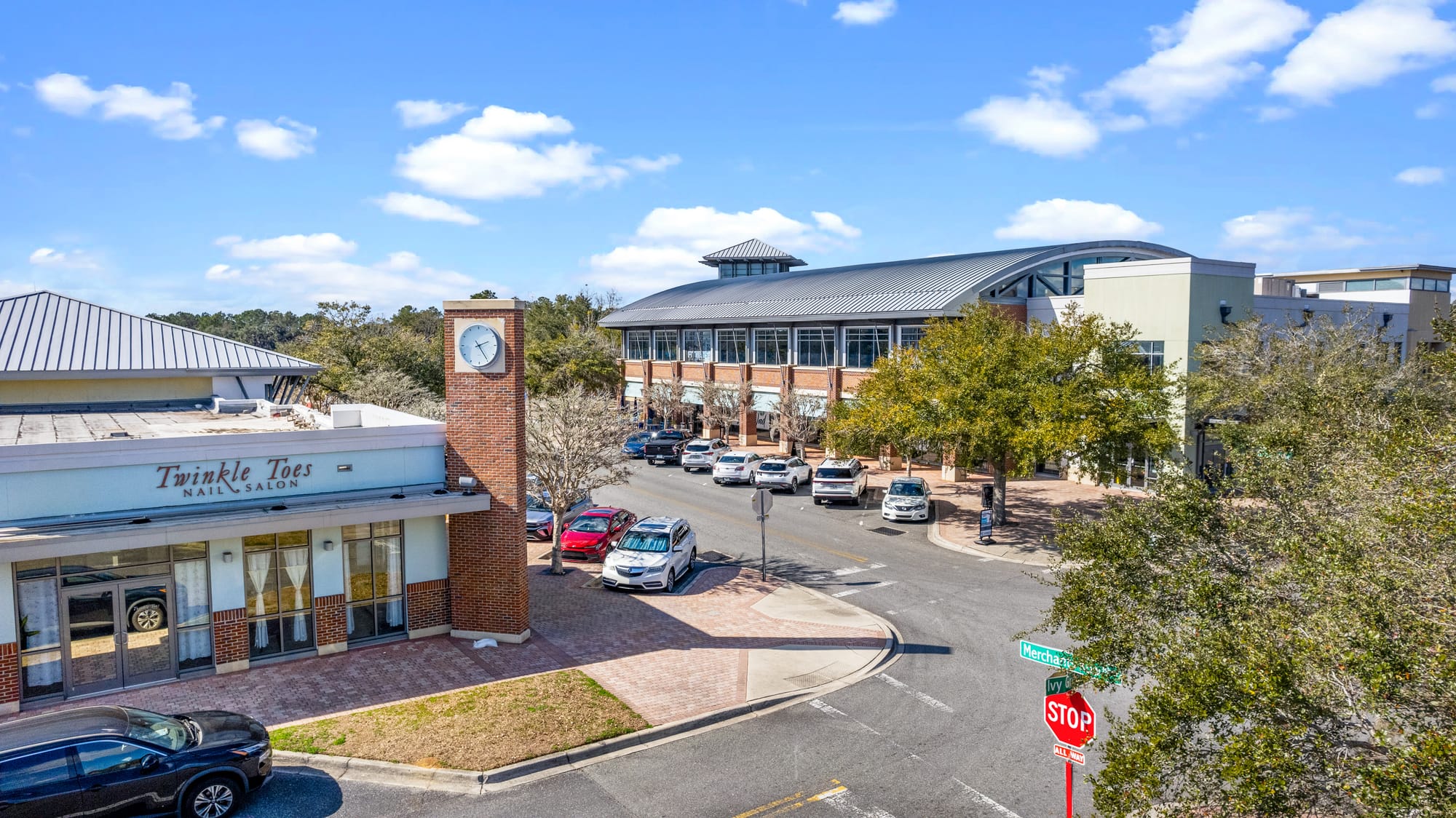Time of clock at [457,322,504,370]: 2:24
